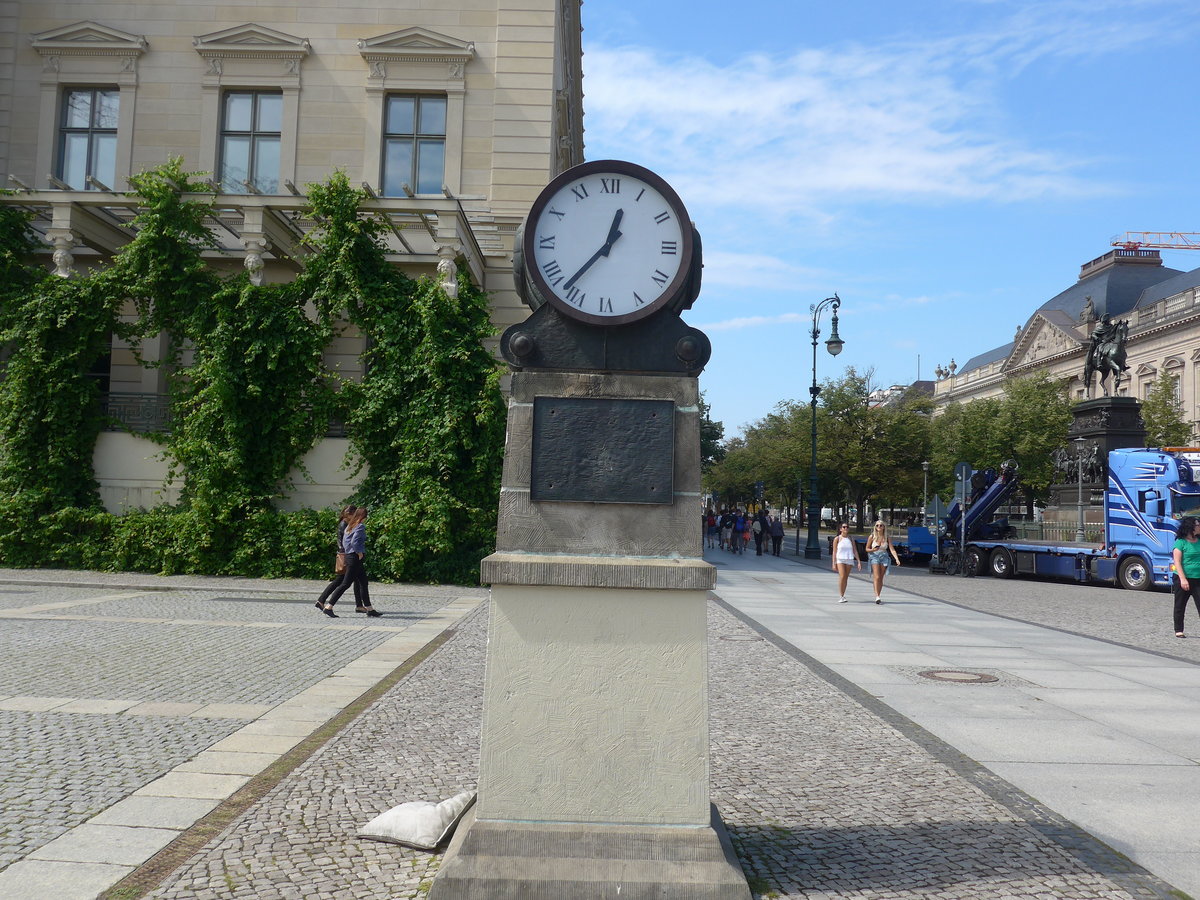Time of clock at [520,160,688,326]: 12:36
